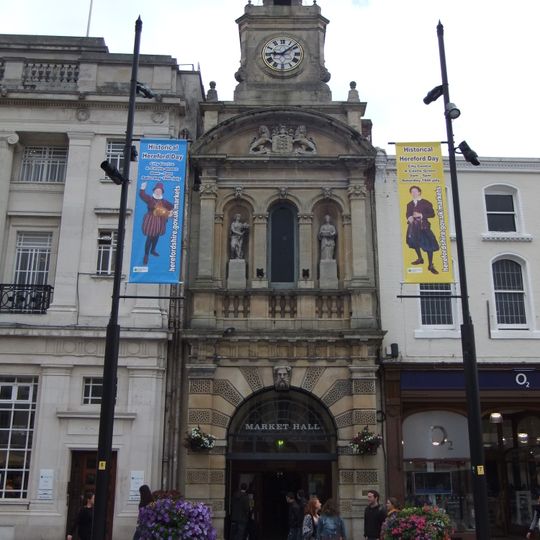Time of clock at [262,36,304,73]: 9:08
